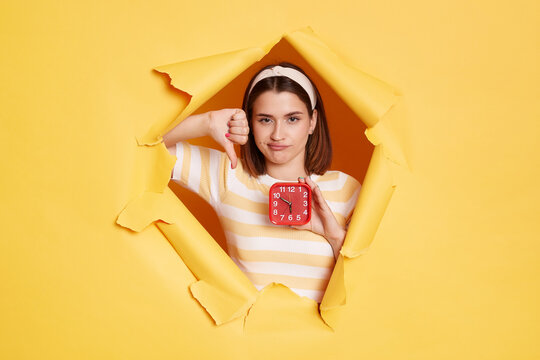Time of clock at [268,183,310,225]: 5:49
